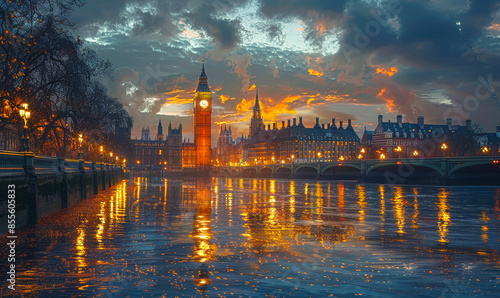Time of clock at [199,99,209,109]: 4:12
